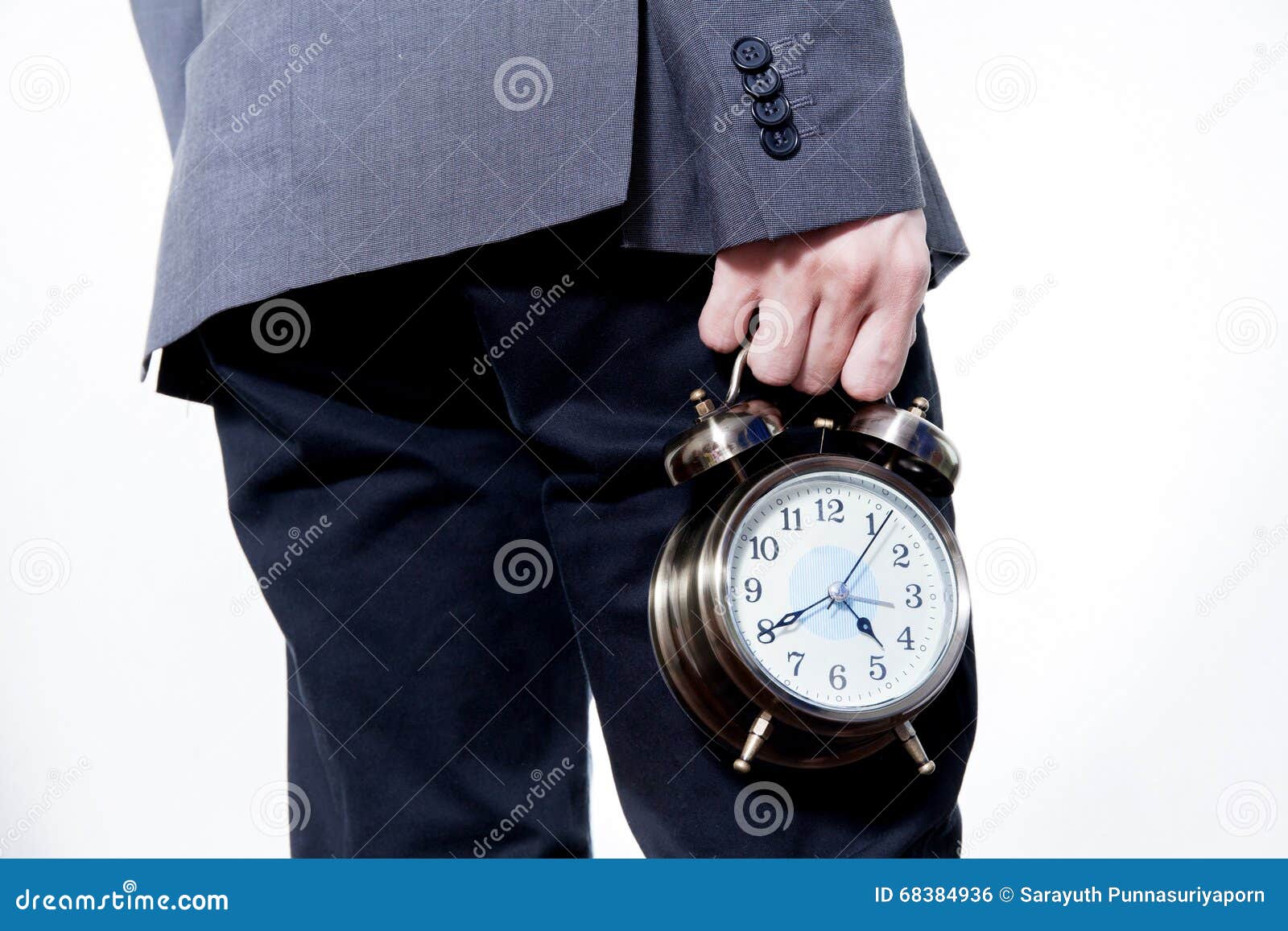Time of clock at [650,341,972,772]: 4:40
